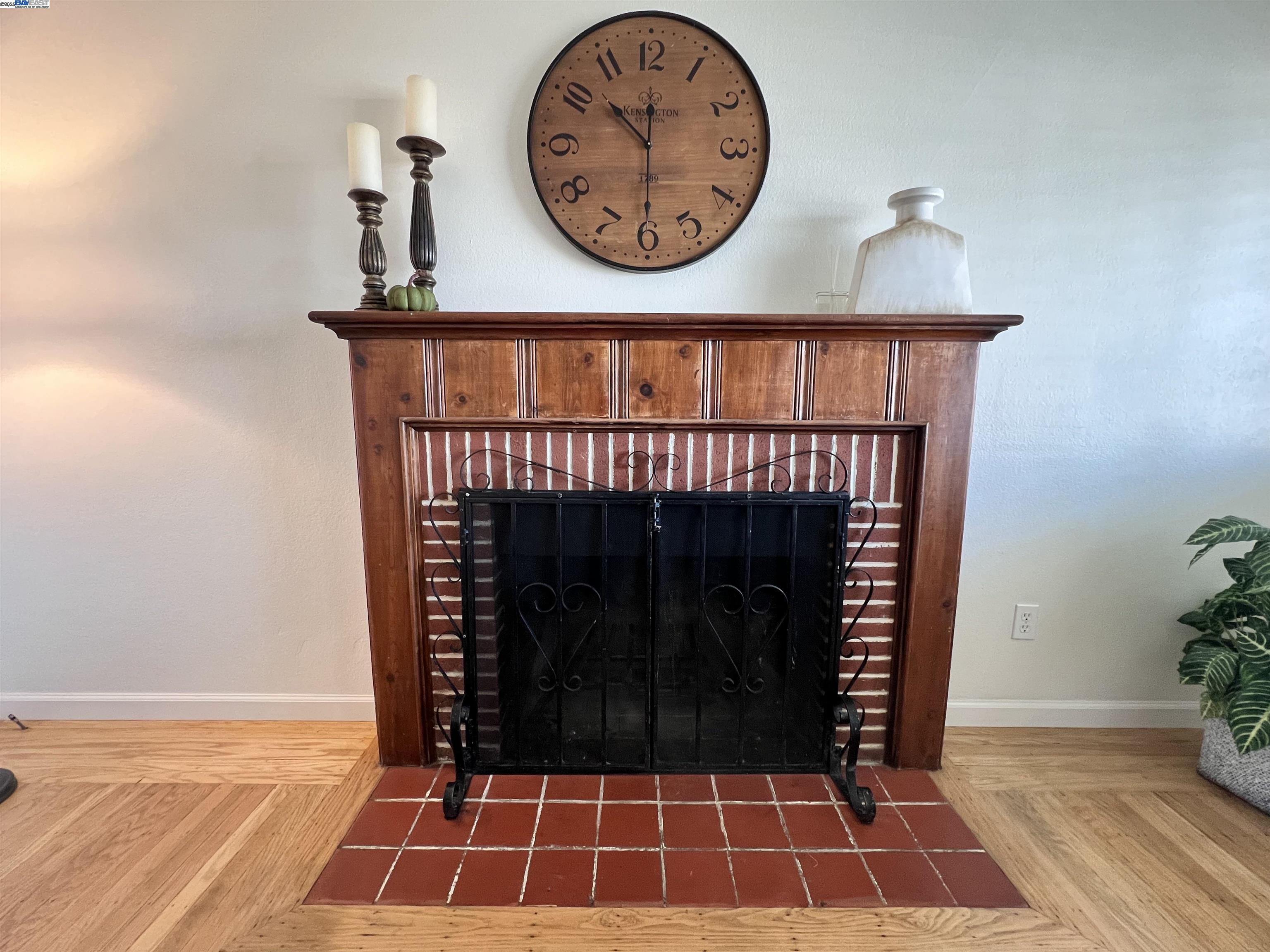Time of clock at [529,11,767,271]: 10:30
